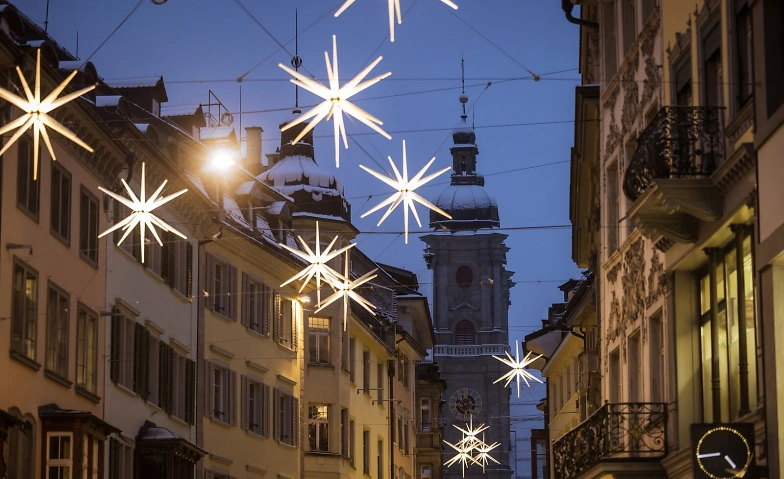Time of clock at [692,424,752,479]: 4:44
